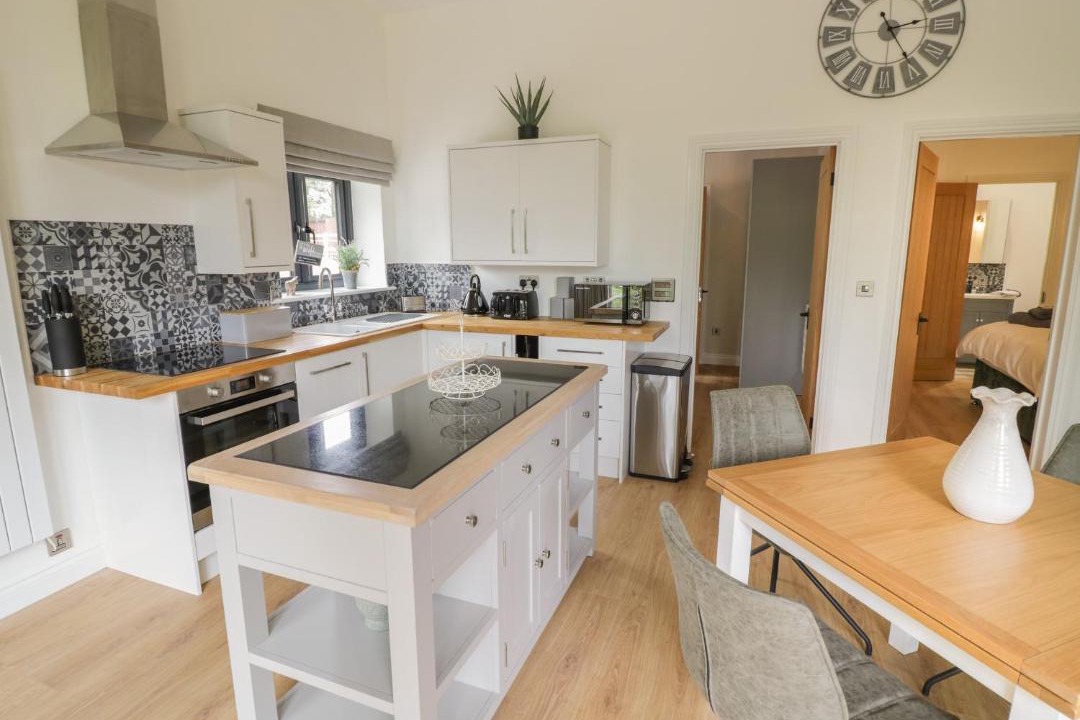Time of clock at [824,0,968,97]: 2:24
